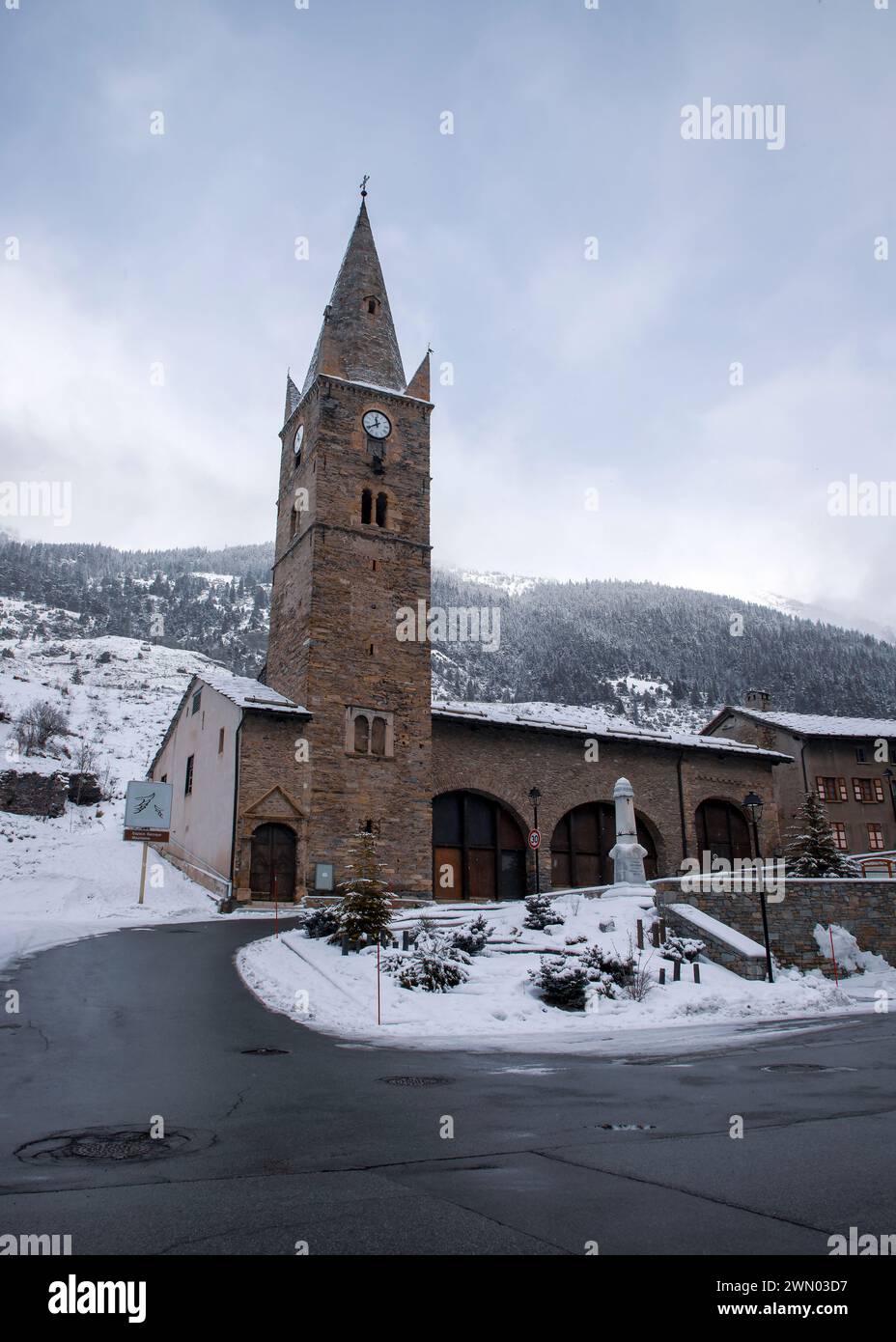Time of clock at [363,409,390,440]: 11:39
